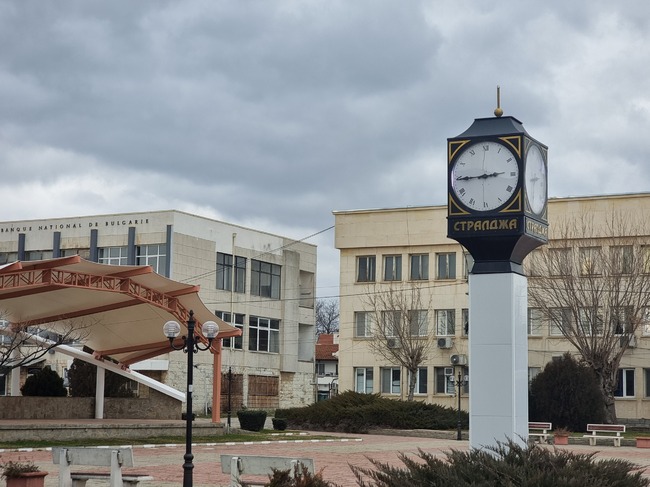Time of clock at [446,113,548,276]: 2:44
